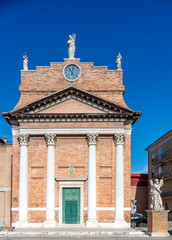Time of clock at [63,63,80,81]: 11:02
